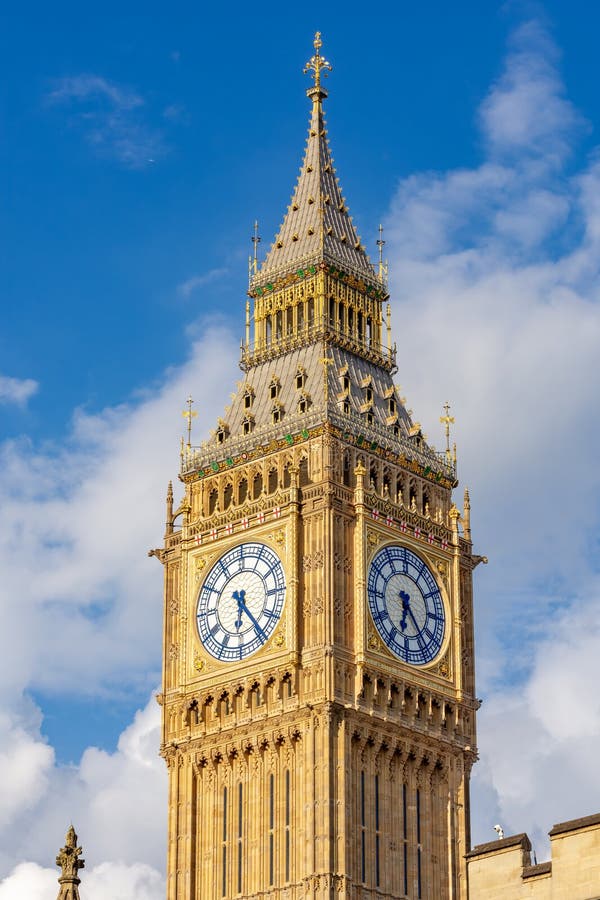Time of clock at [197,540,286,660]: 6:23
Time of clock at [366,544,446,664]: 6:23
